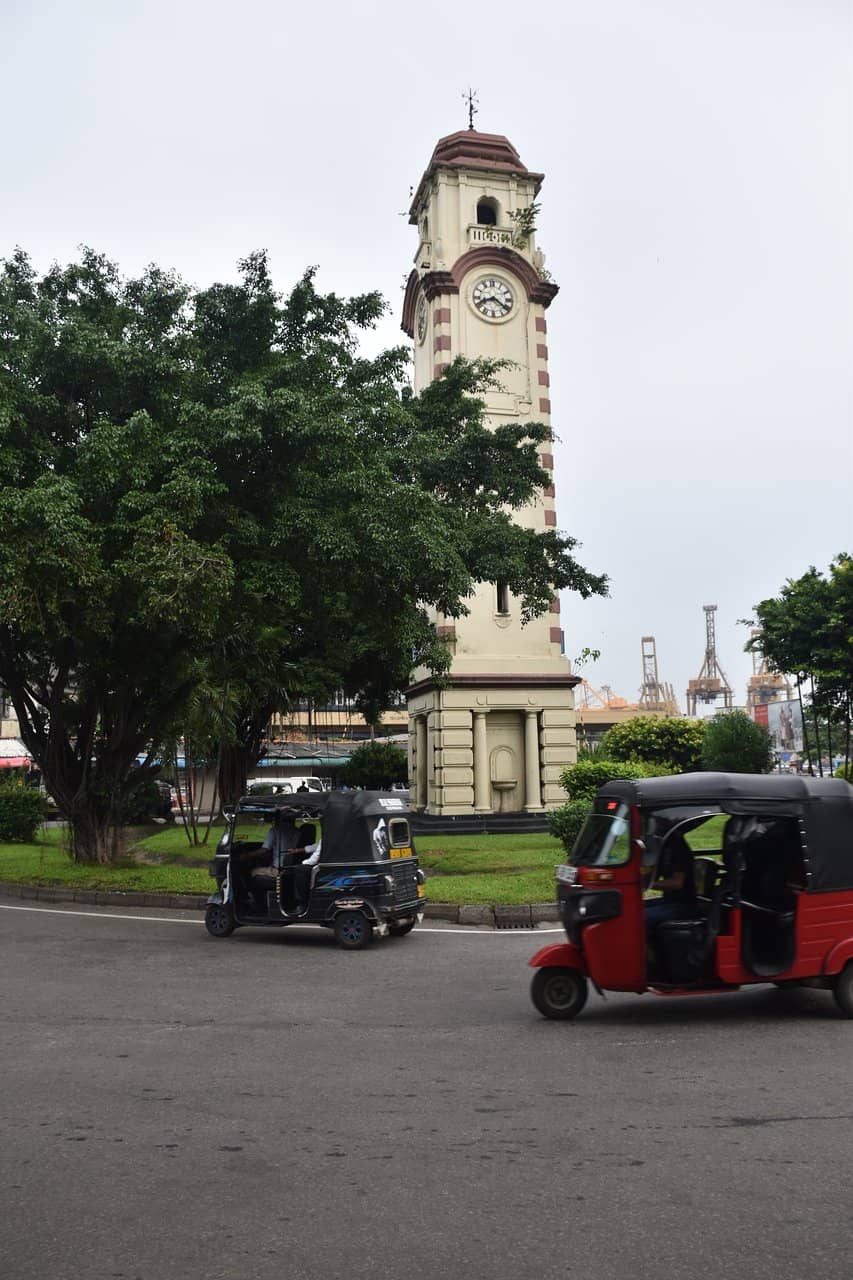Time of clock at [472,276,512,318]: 8:21
